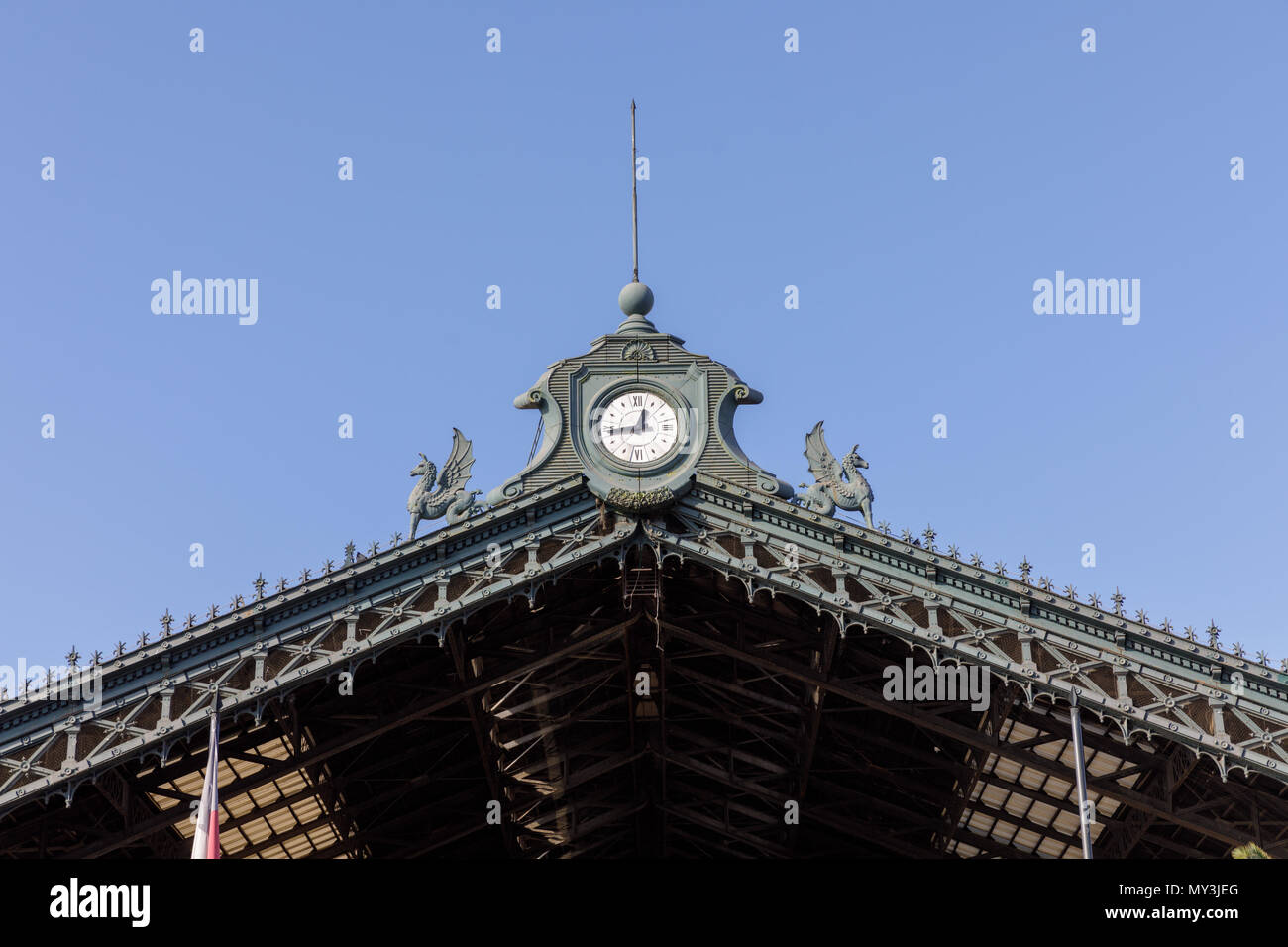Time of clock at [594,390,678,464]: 12:43
